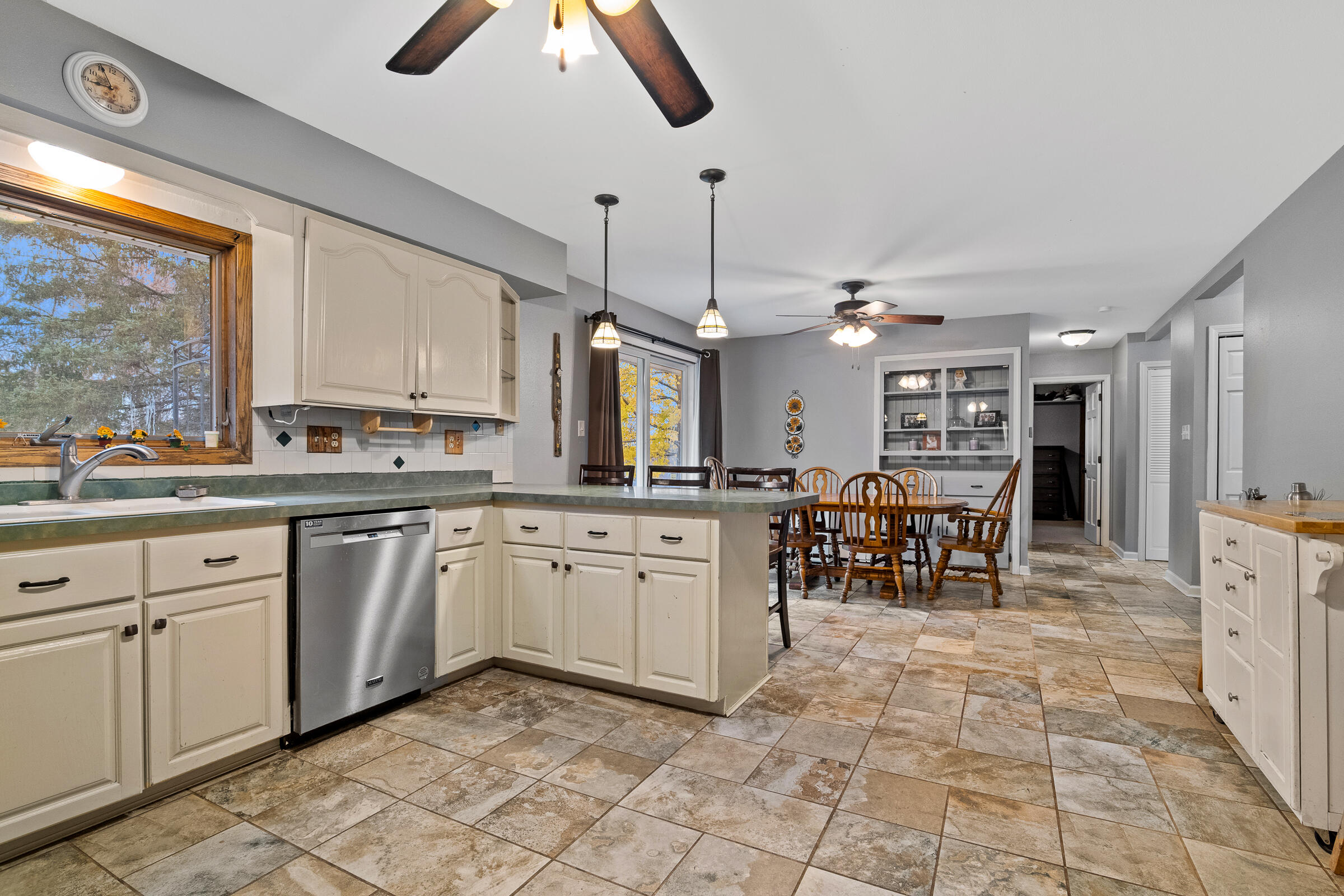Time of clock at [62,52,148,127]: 8:55
